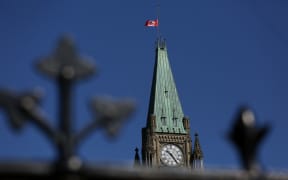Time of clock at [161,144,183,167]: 10:24
